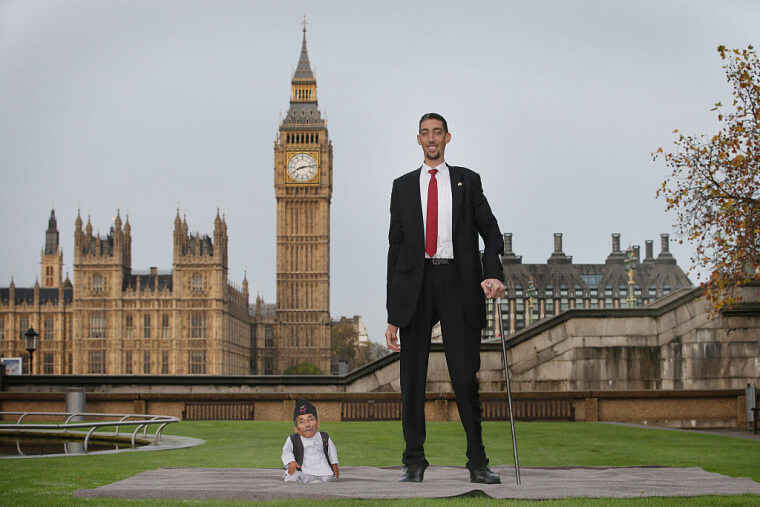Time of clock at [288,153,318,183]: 8:12
